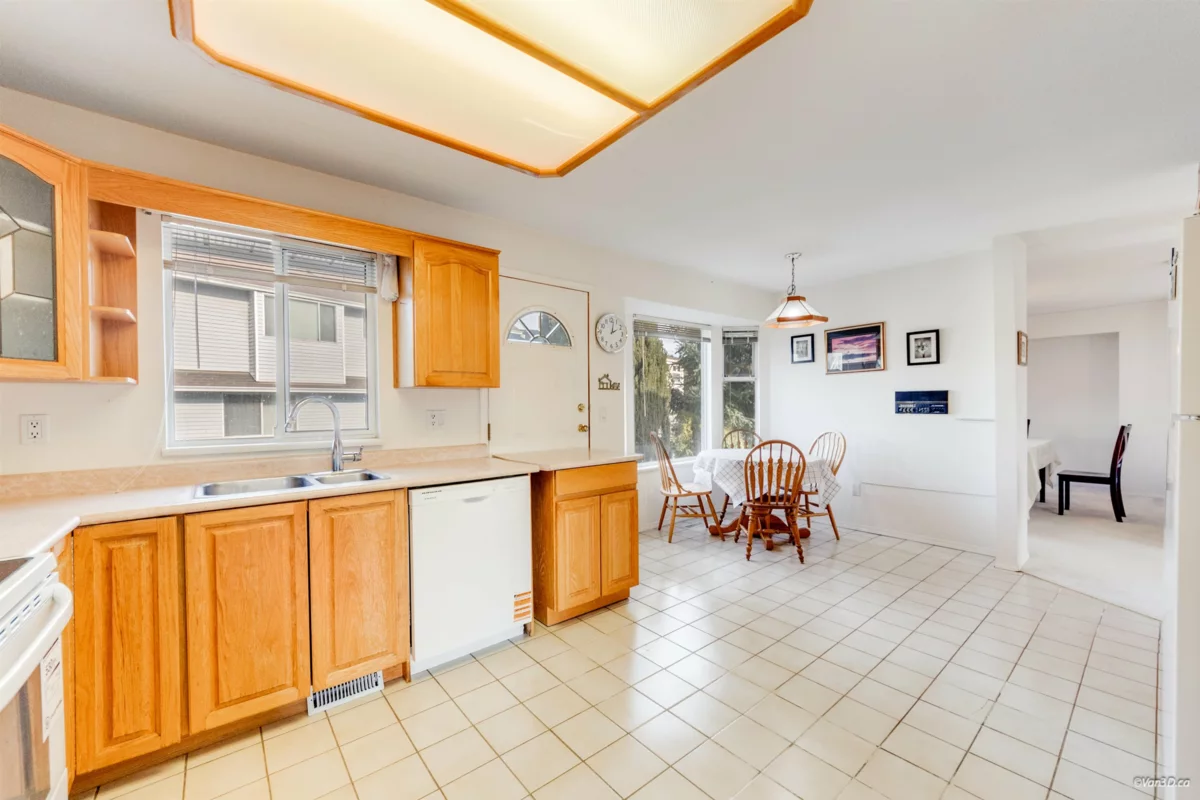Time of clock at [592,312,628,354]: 2:01
